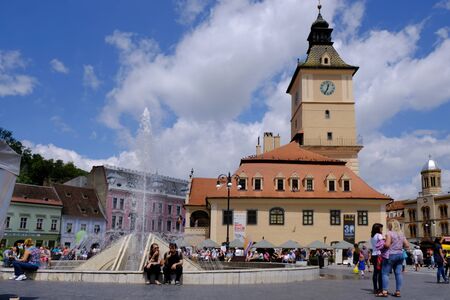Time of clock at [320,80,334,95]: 12:34
